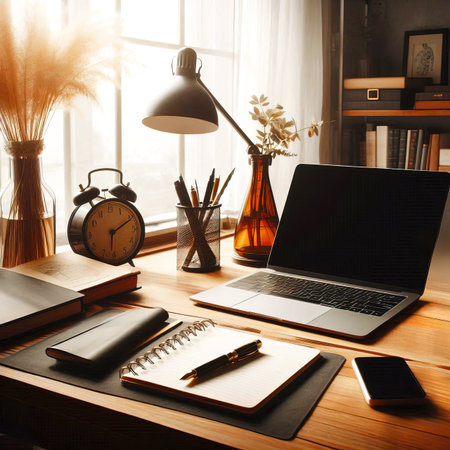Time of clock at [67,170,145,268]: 6:10
